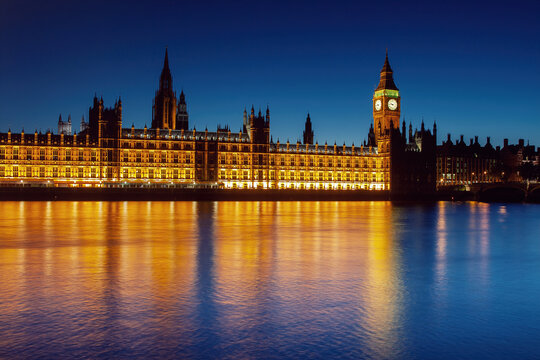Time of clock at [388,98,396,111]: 9:45
